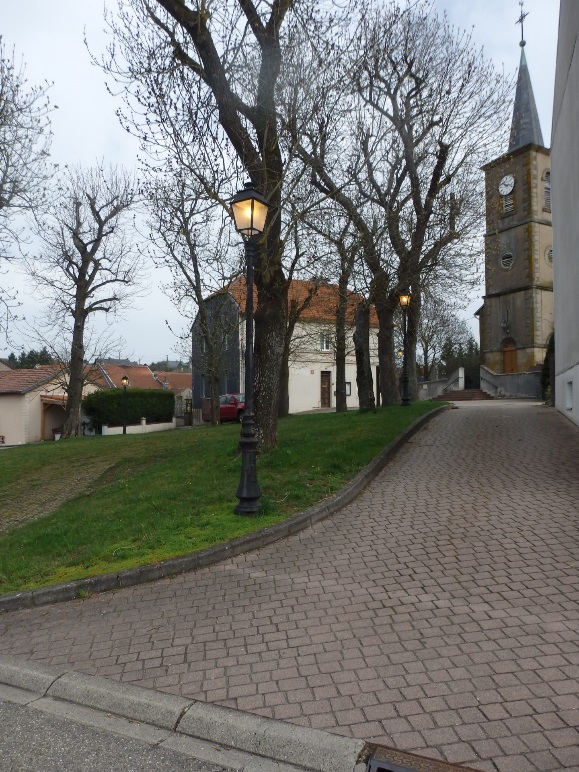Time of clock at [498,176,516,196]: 10:17
